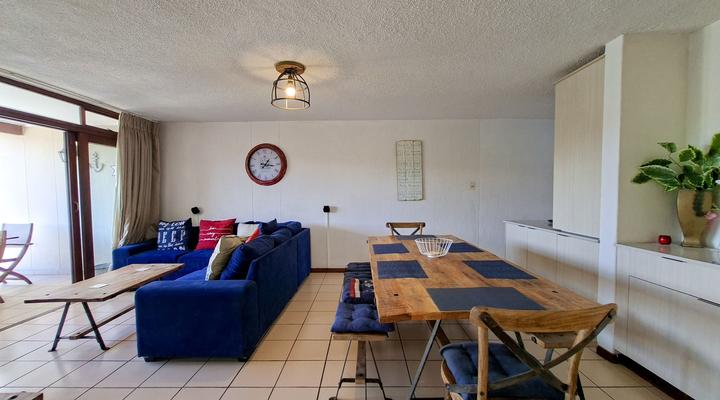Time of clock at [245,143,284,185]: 1:16
